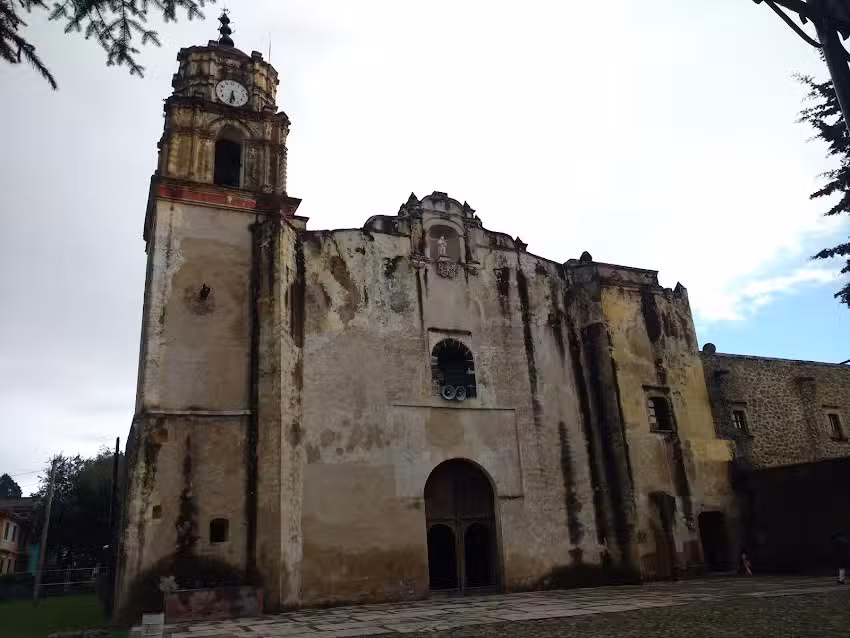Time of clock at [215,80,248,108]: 5:31
